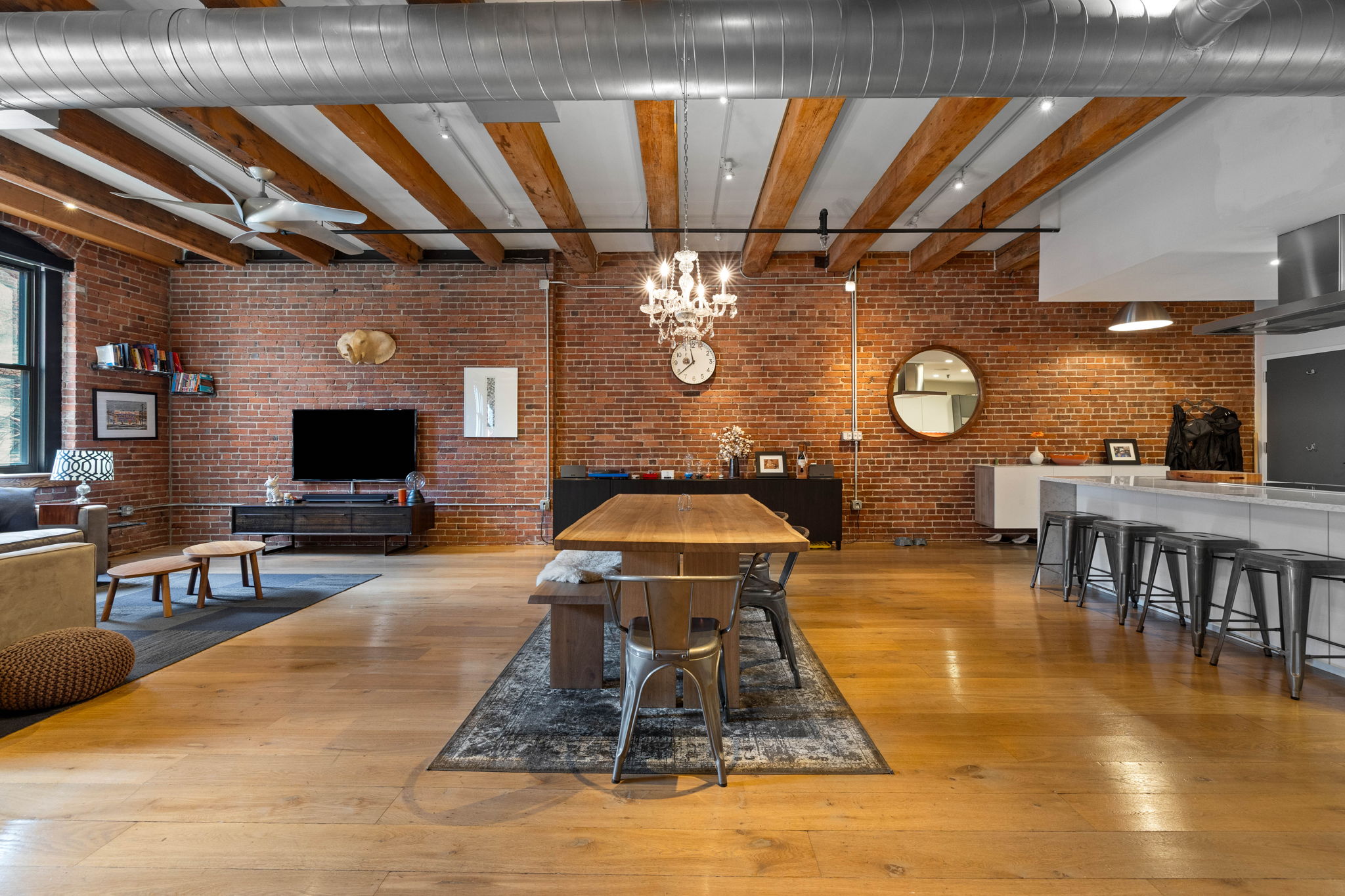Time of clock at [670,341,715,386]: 11:38
